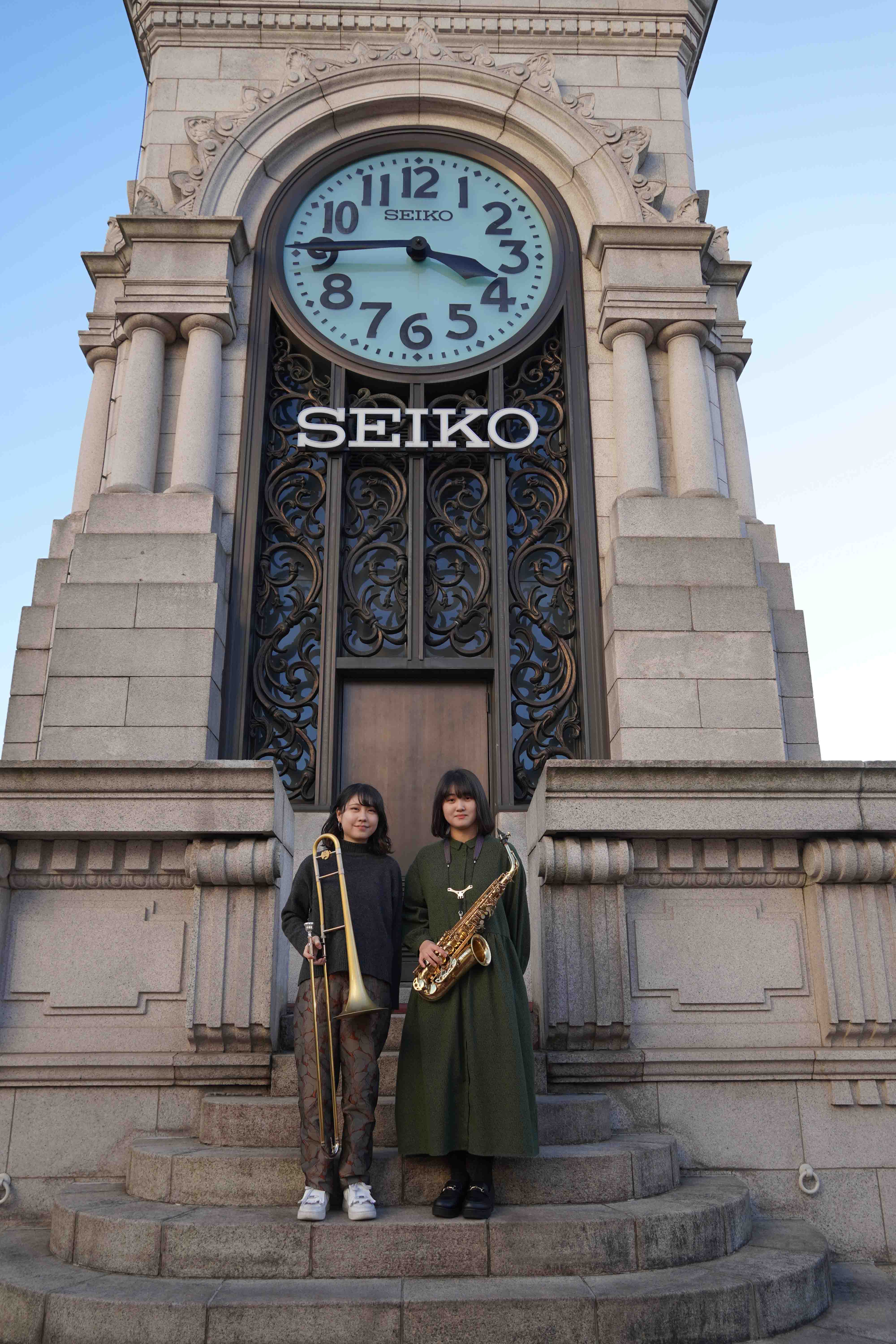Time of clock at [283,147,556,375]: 3:44
